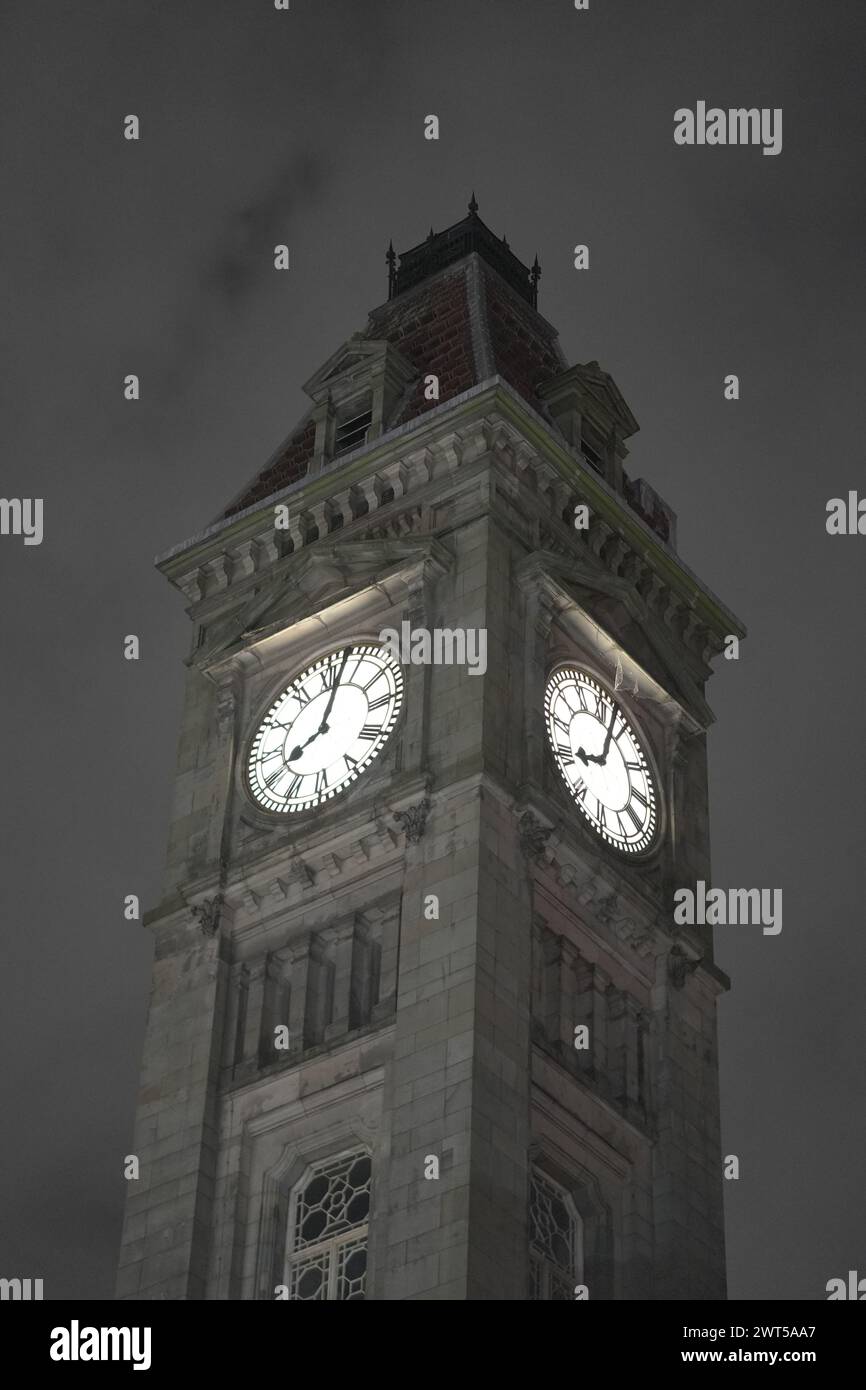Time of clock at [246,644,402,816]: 8:02
